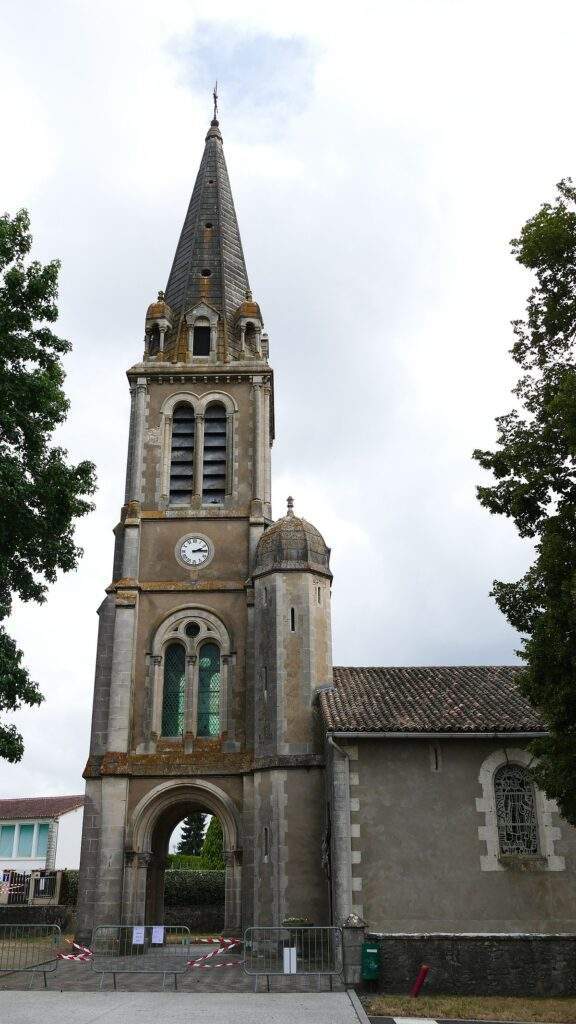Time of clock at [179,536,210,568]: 2:14
